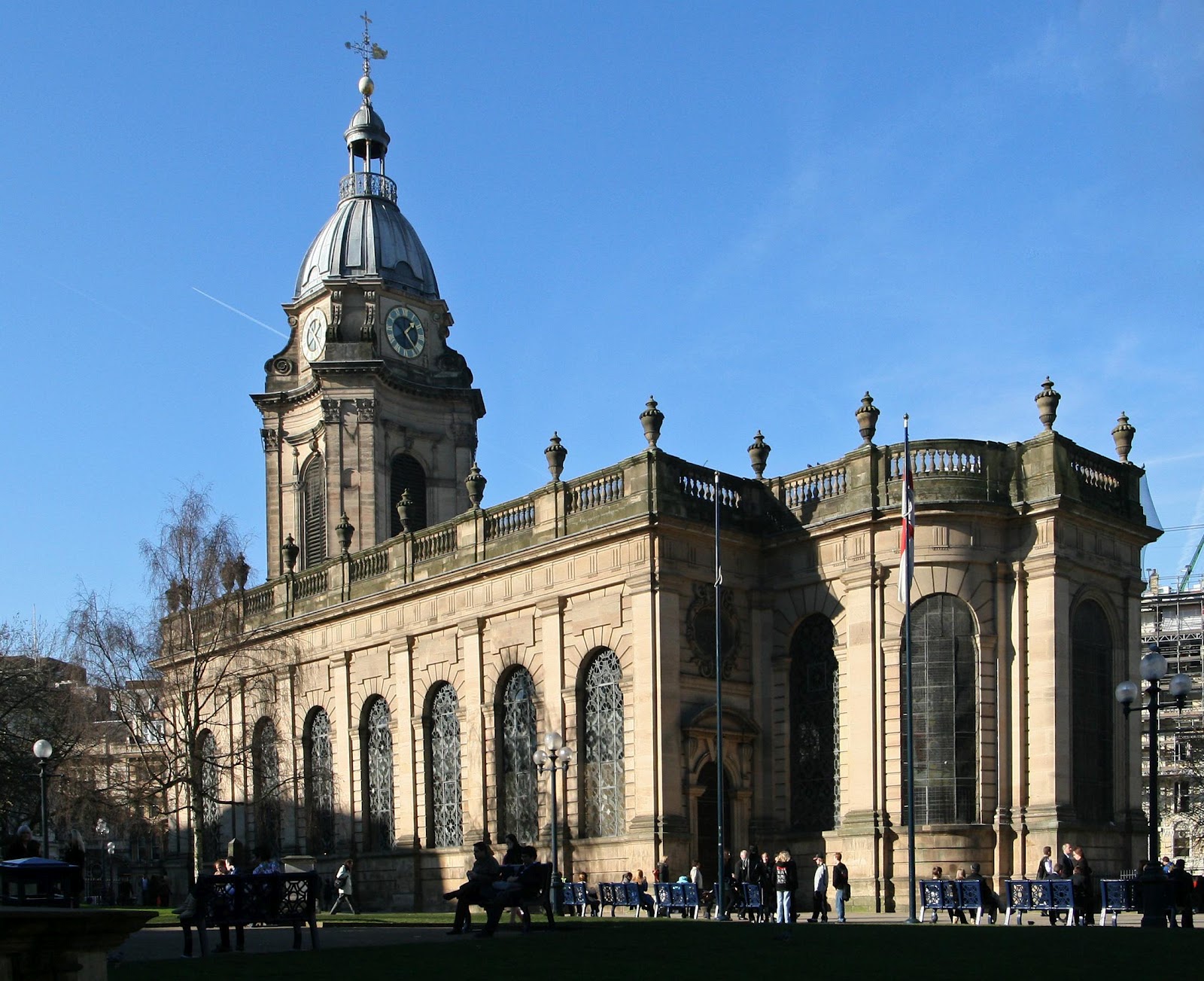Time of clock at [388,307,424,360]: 1:23
